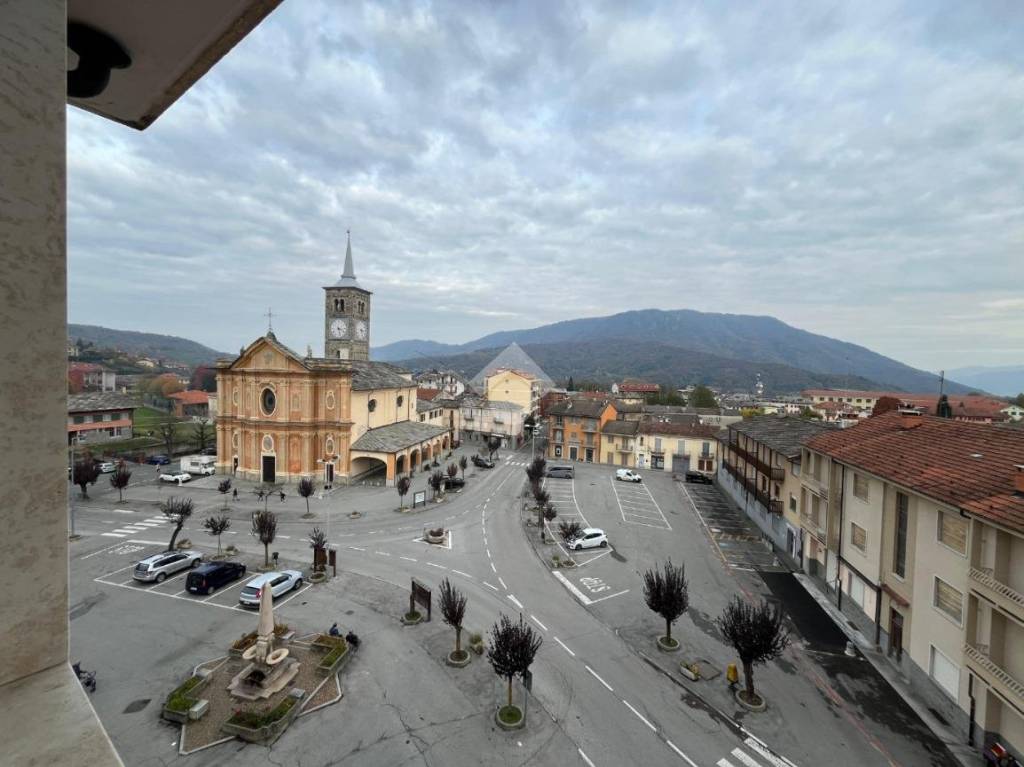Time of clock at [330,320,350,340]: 3:27
